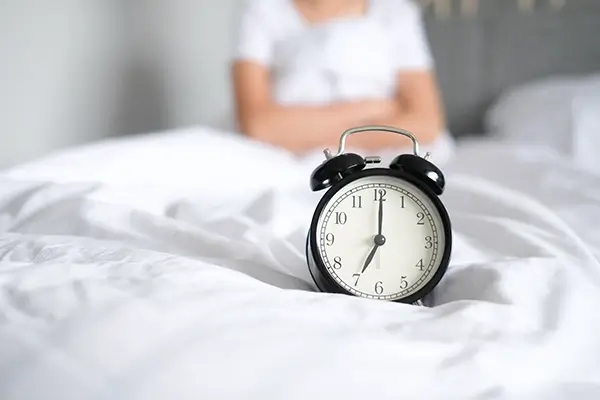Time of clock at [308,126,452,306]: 7:00
